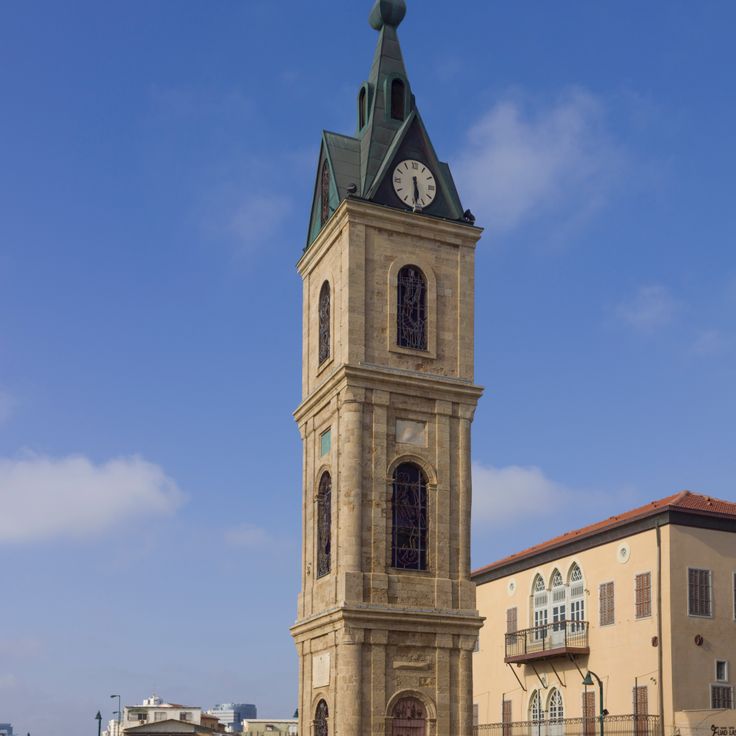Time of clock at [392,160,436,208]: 5:29
